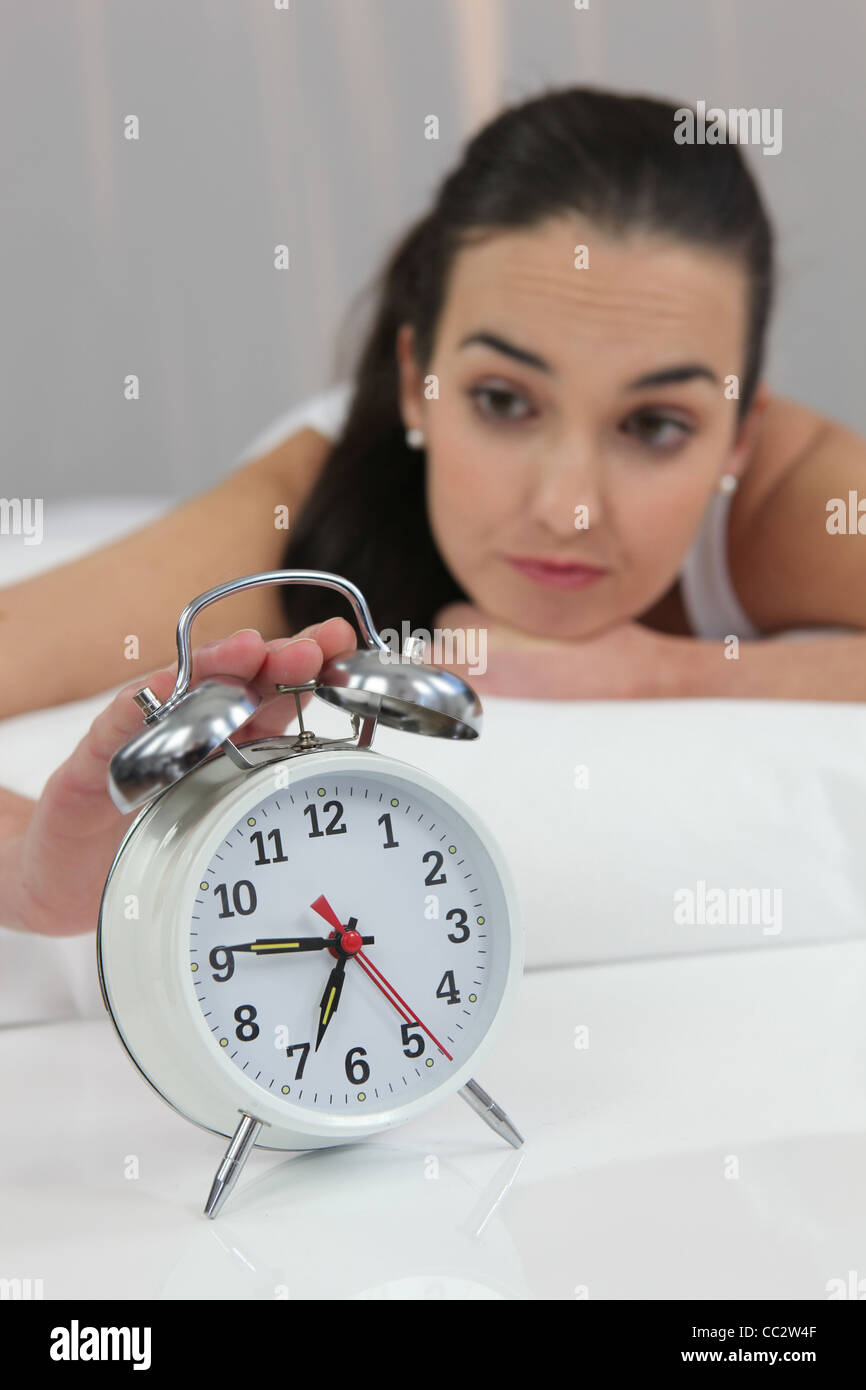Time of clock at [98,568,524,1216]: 6:46
